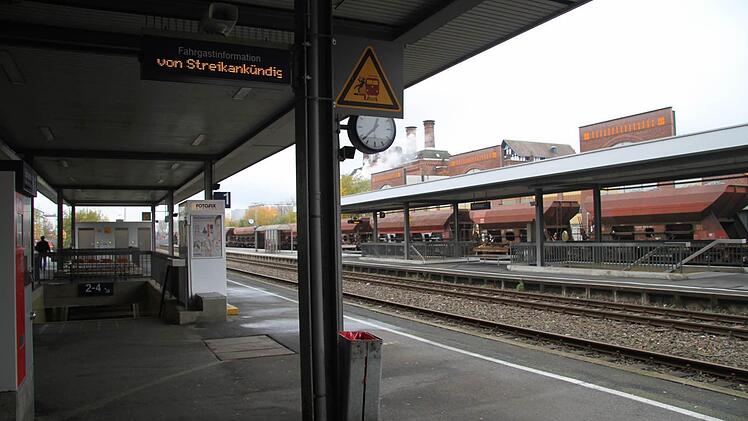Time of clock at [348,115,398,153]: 12:37
